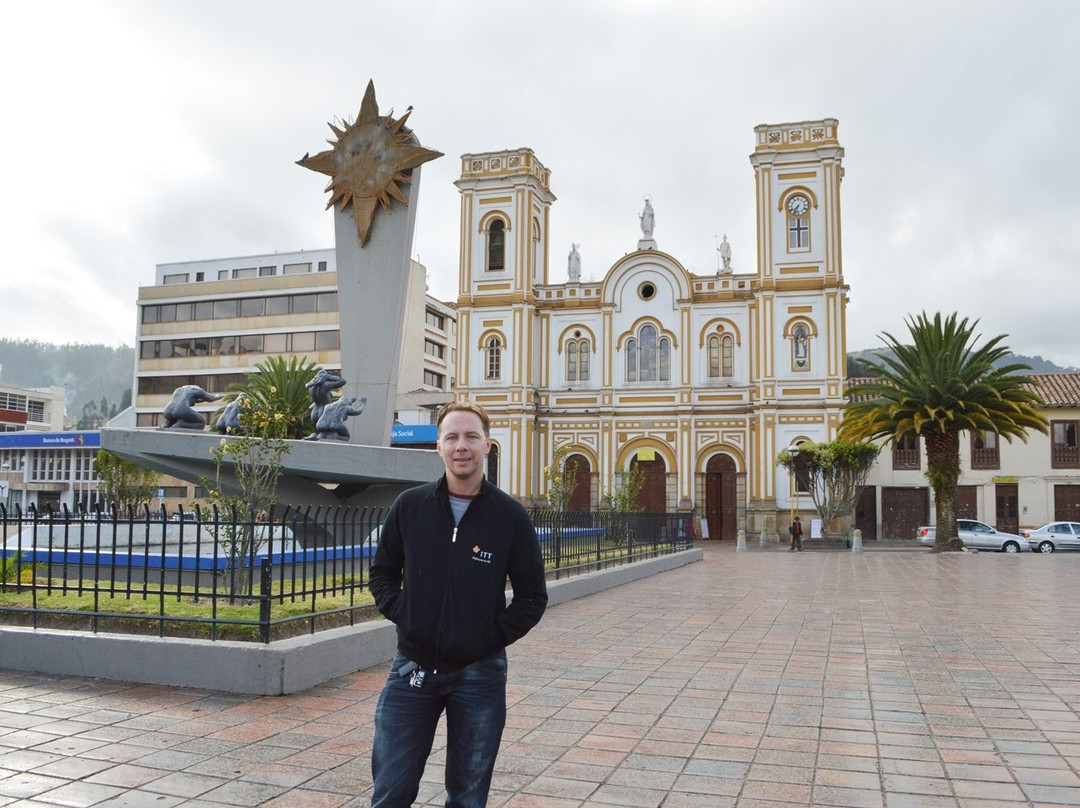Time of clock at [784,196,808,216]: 7:33
